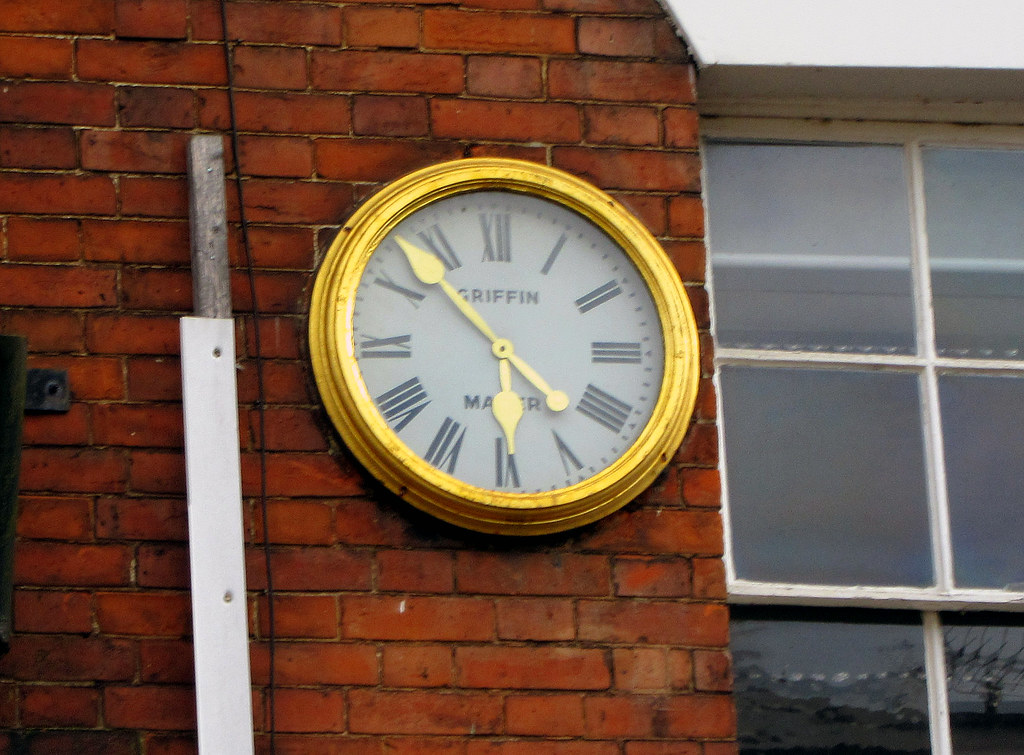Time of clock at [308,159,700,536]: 5:52
